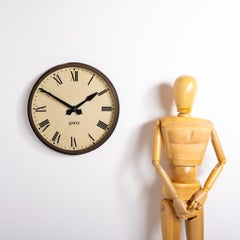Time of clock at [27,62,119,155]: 1:50
